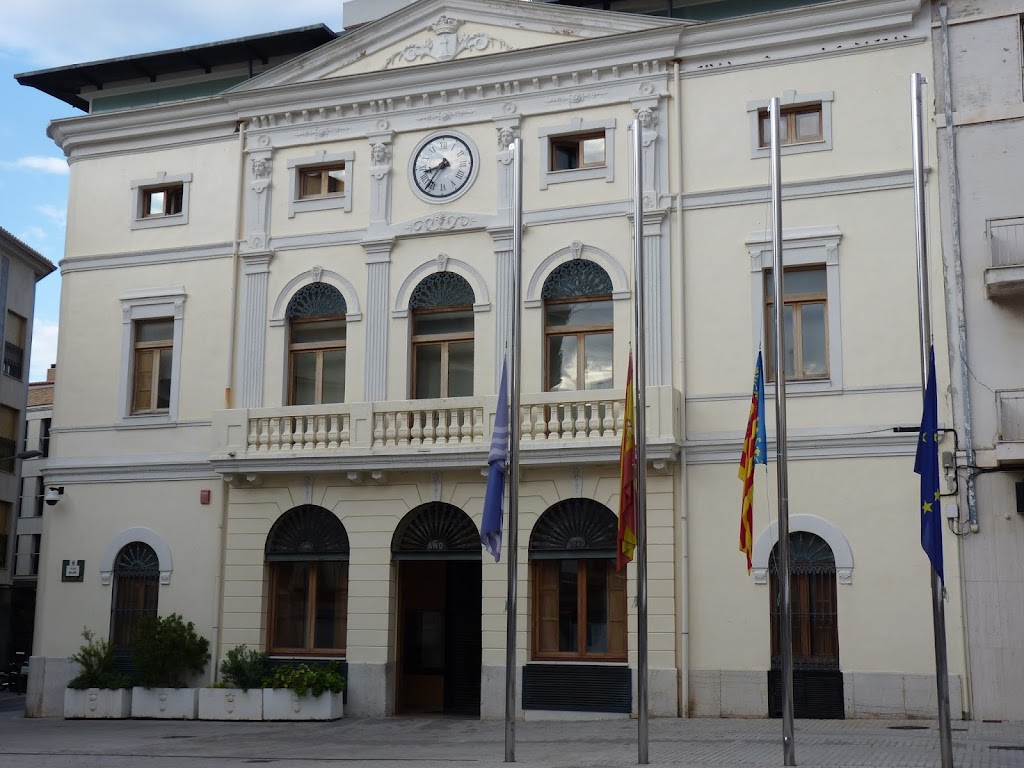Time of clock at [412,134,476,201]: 8:36
